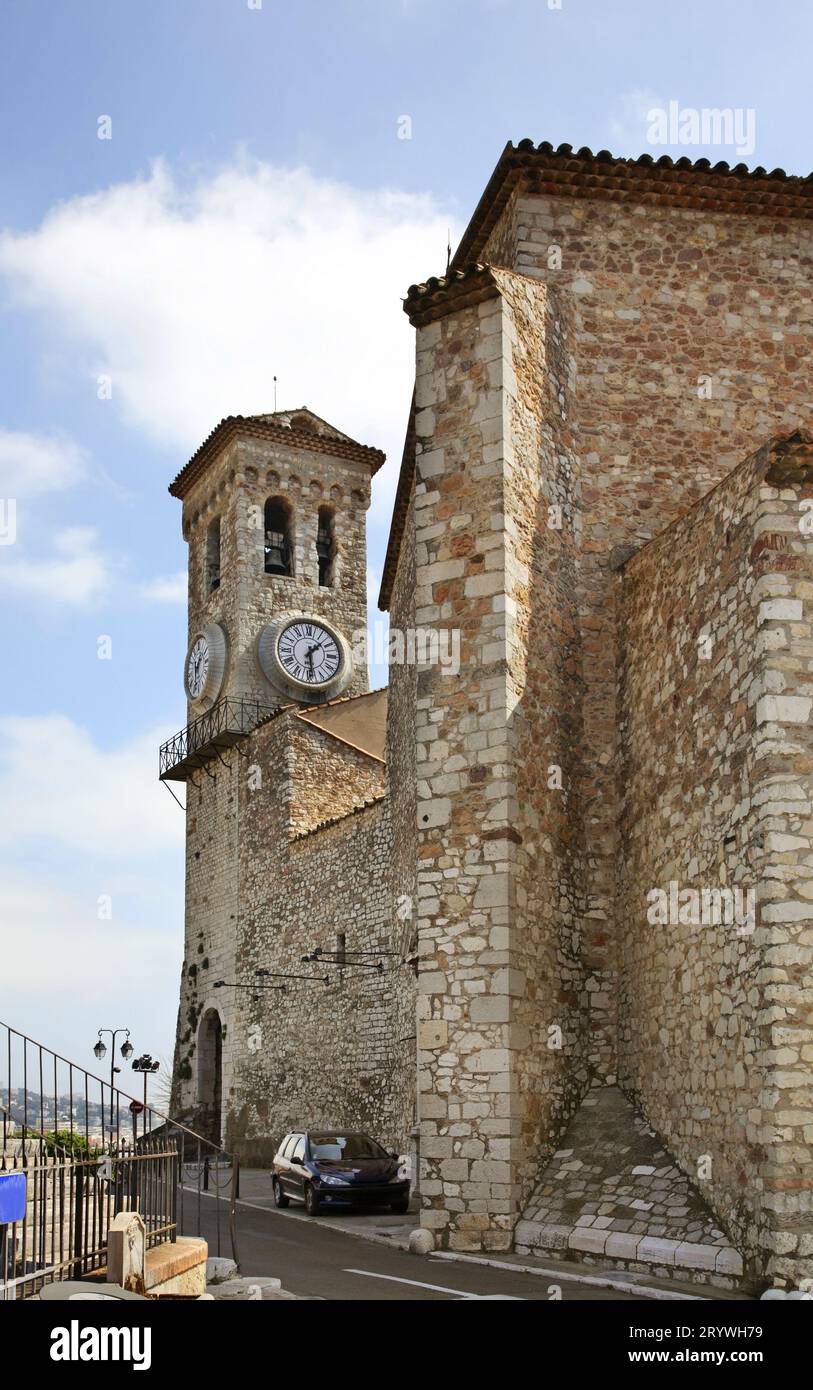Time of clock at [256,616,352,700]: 1:29
